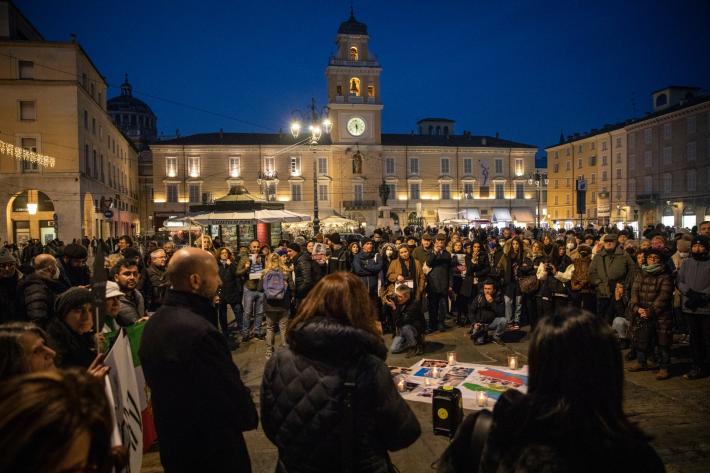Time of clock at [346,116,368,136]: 5:29
